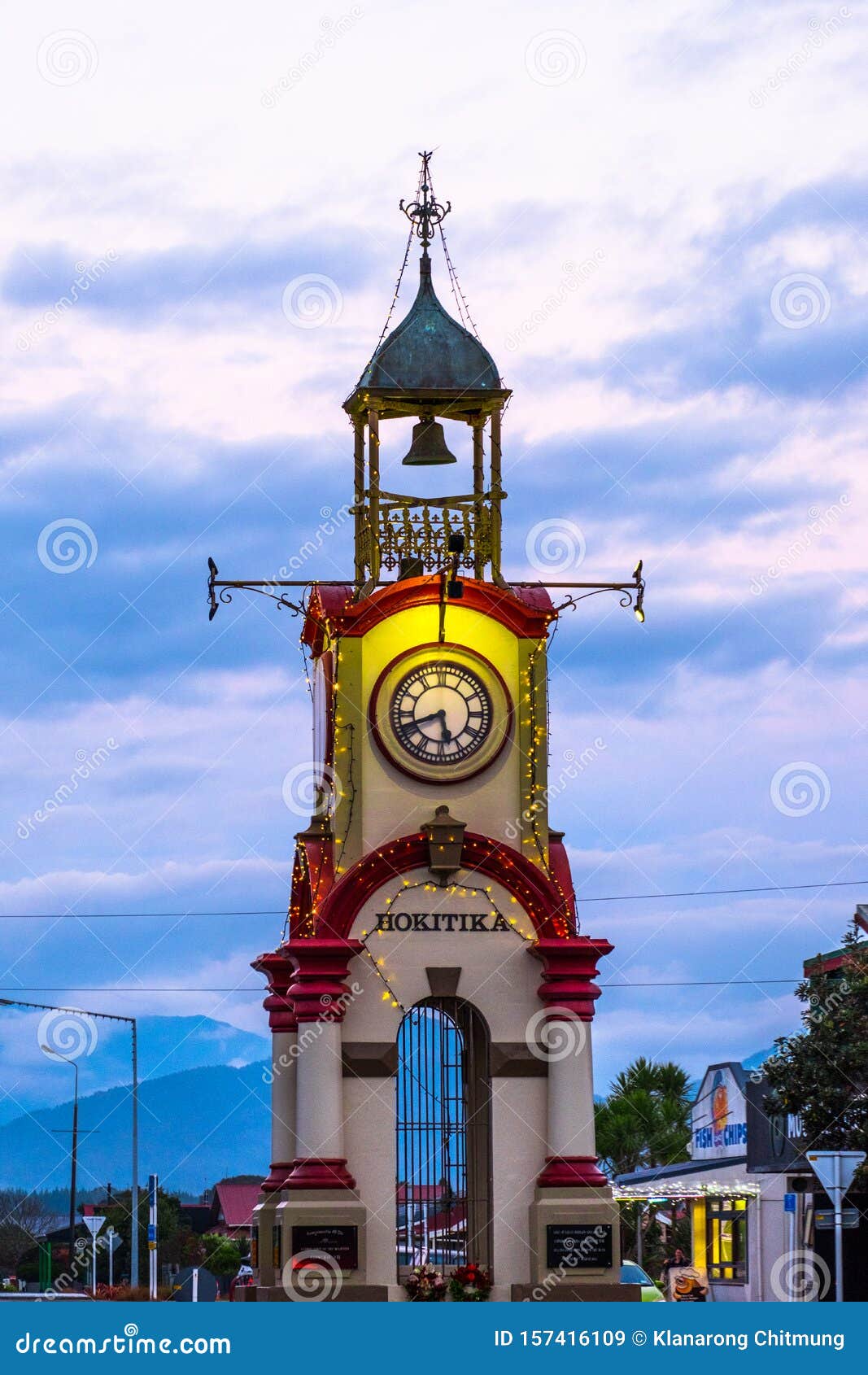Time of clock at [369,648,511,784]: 5:41
